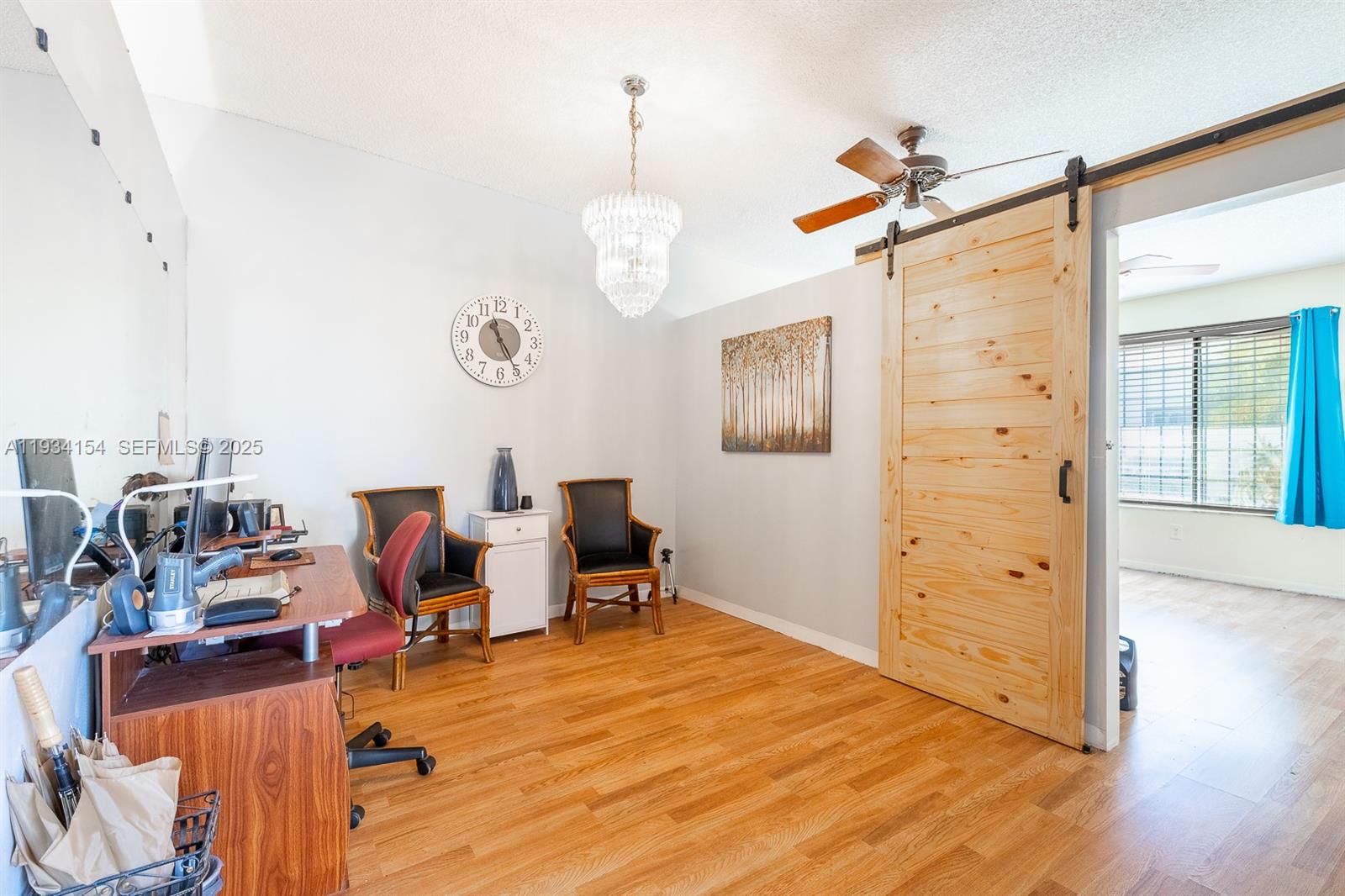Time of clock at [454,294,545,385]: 11:25
